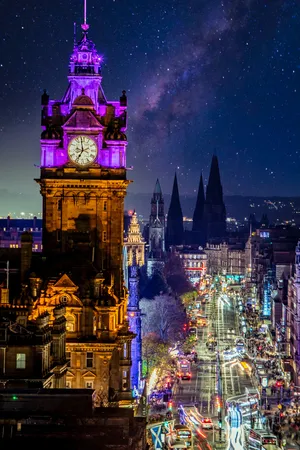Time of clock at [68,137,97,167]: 6:58
